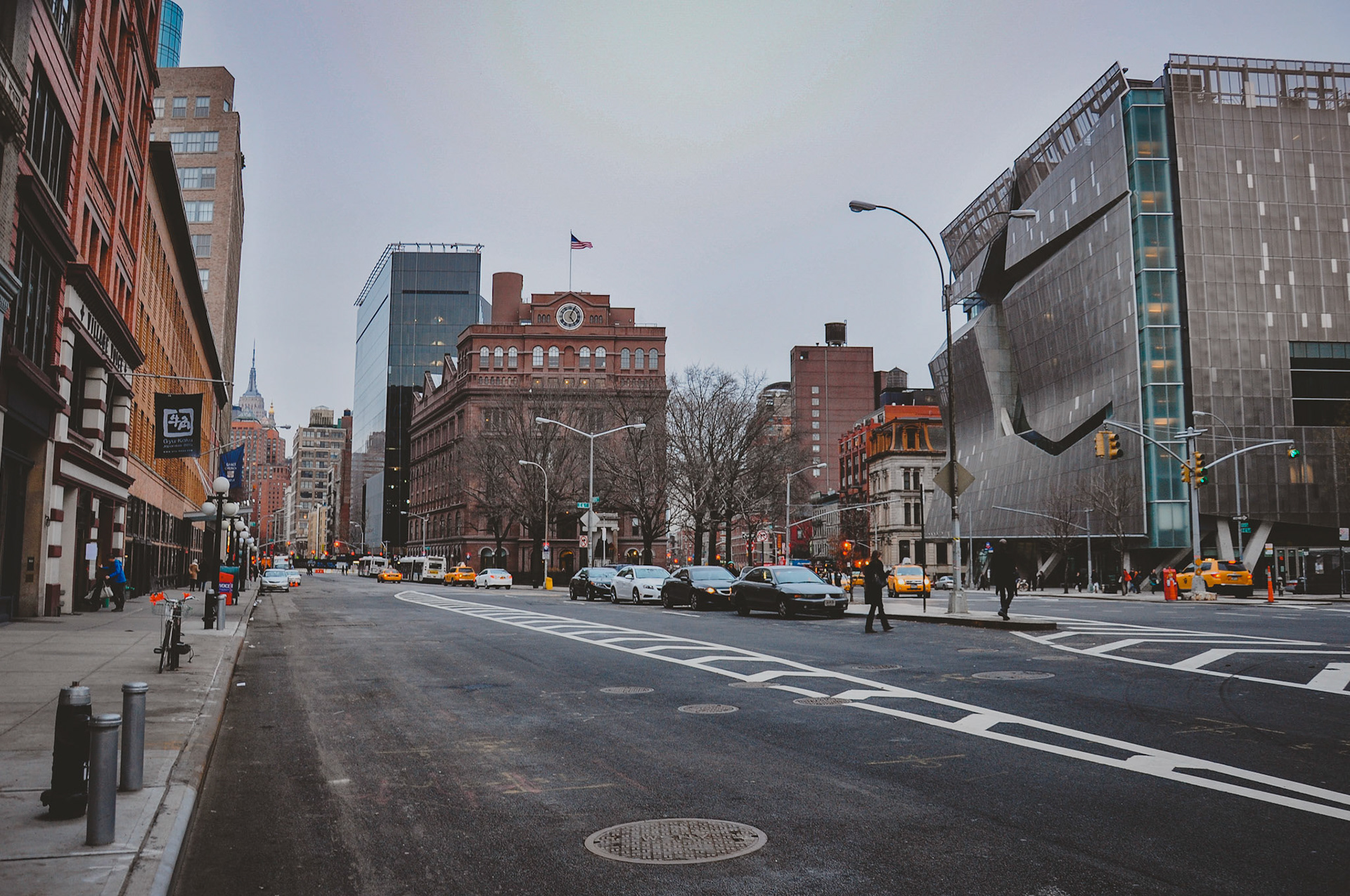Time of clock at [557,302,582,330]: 5:04
